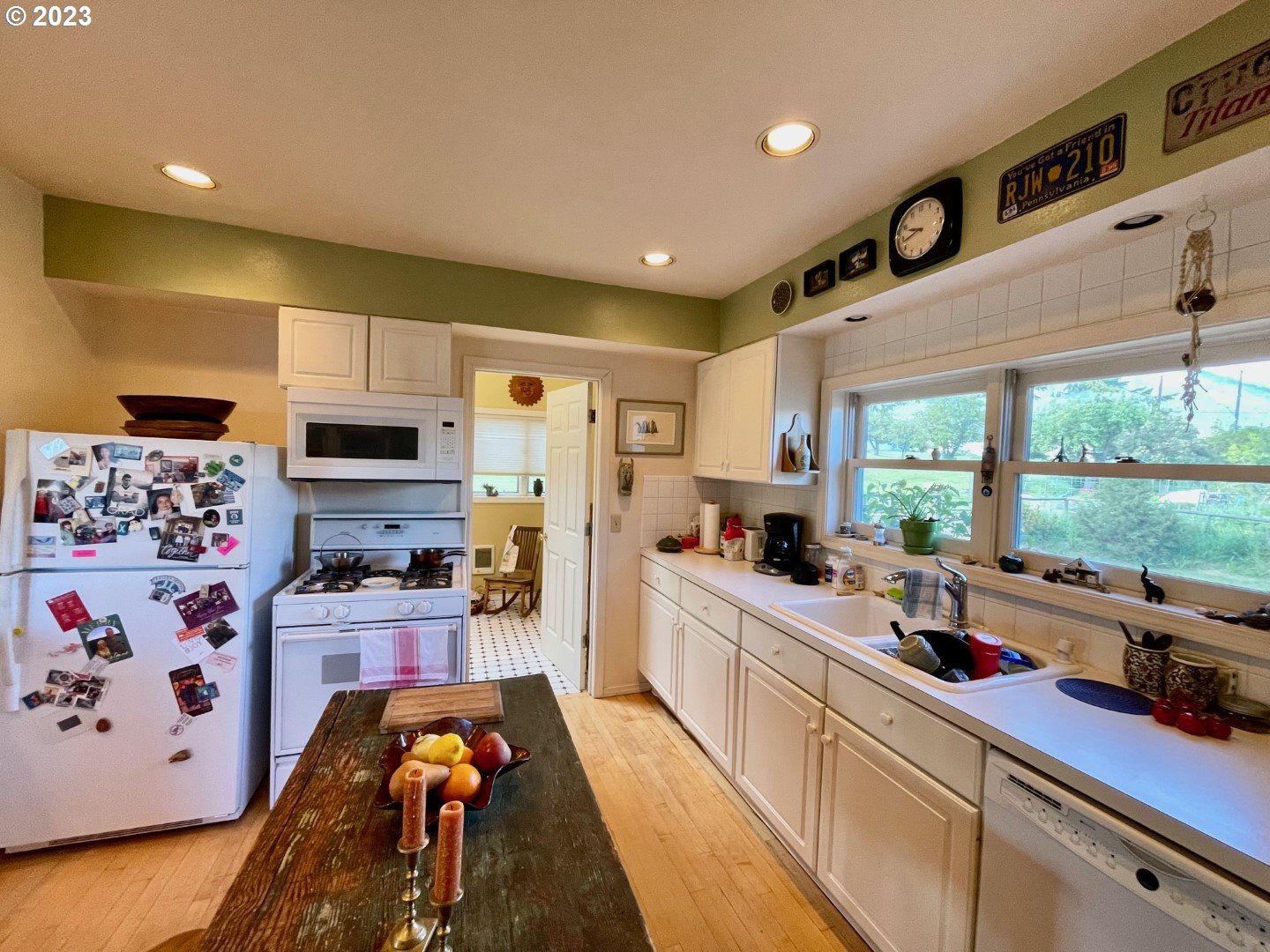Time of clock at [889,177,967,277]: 9:42
